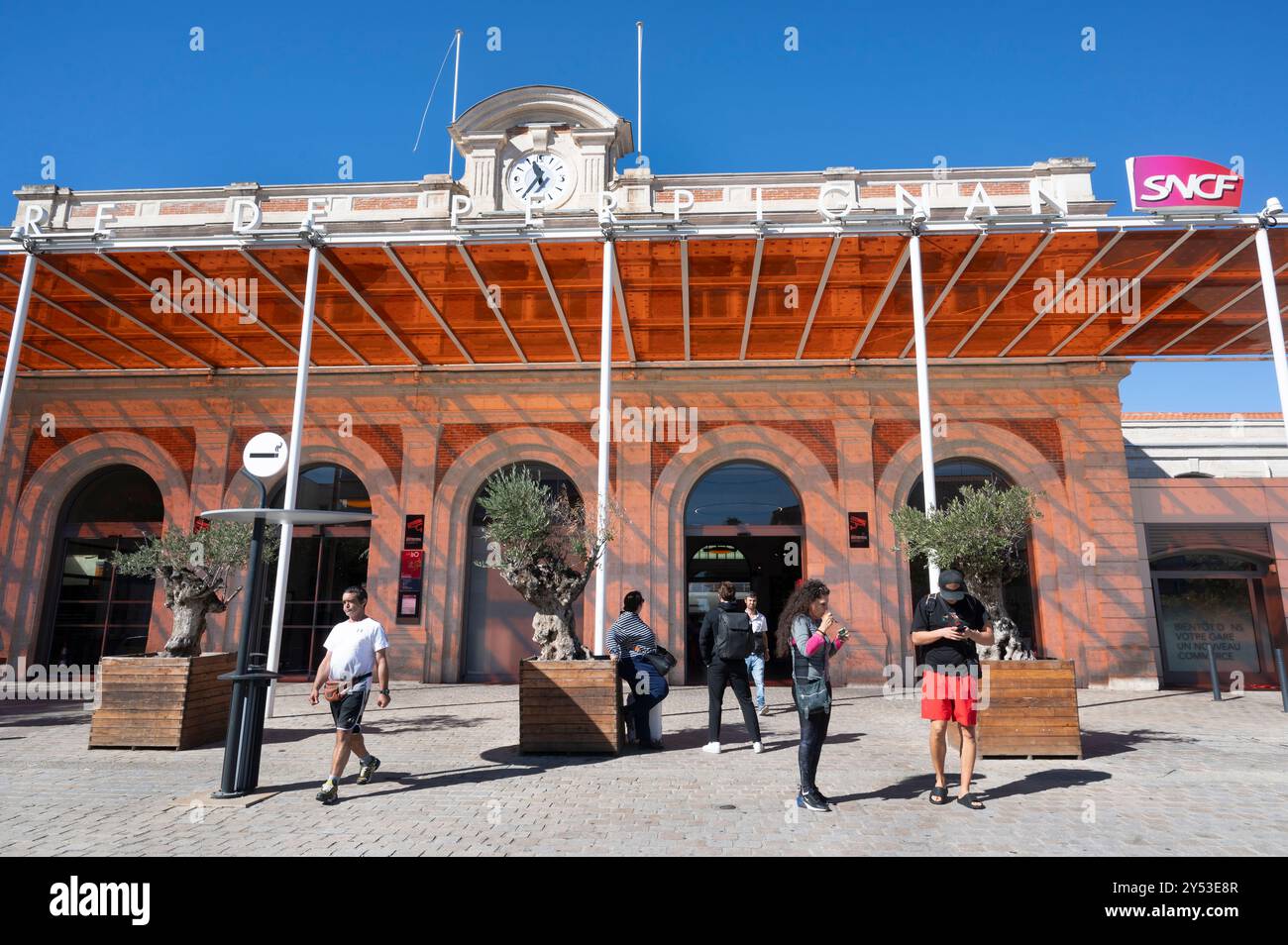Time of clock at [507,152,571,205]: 11:36
